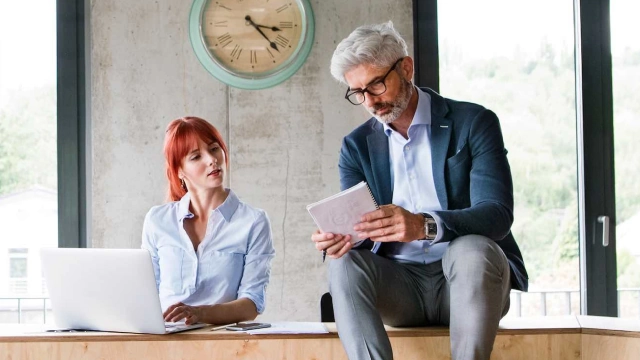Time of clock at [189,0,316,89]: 3:22
